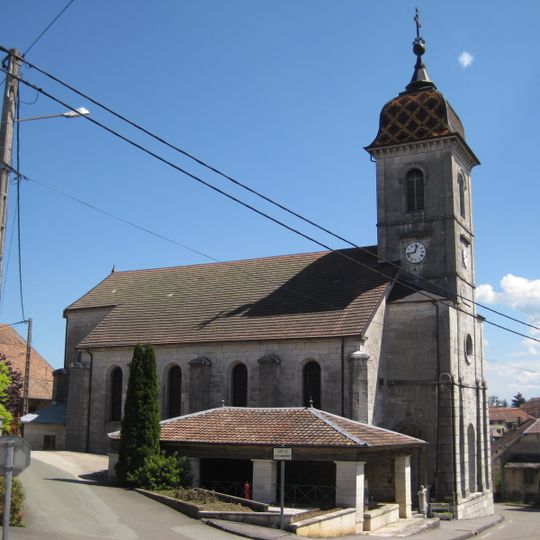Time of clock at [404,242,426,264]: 12:42
